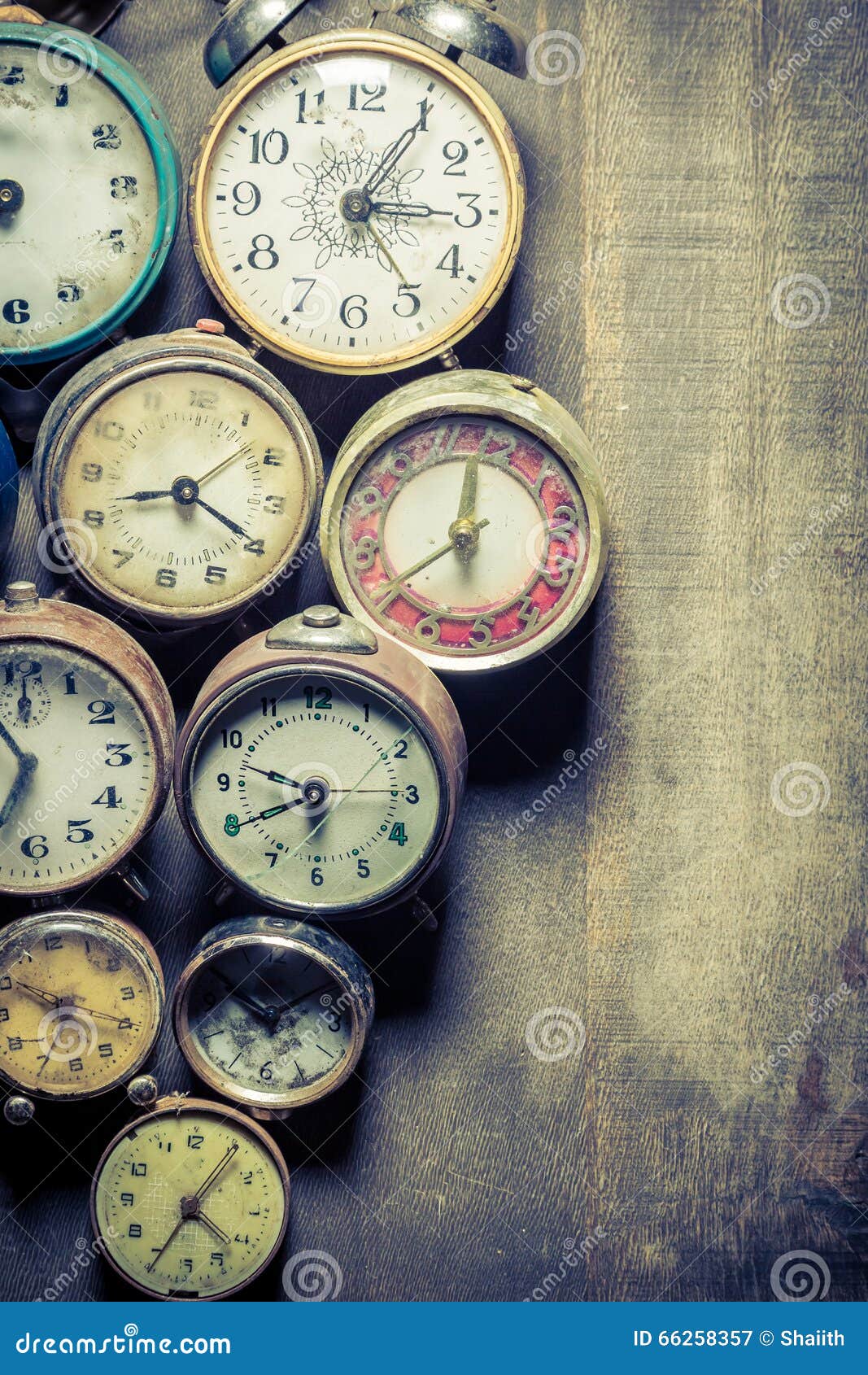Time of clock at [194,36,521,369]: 3:05
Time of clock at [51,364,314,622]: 8:19
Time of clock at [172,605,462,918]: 9:40
